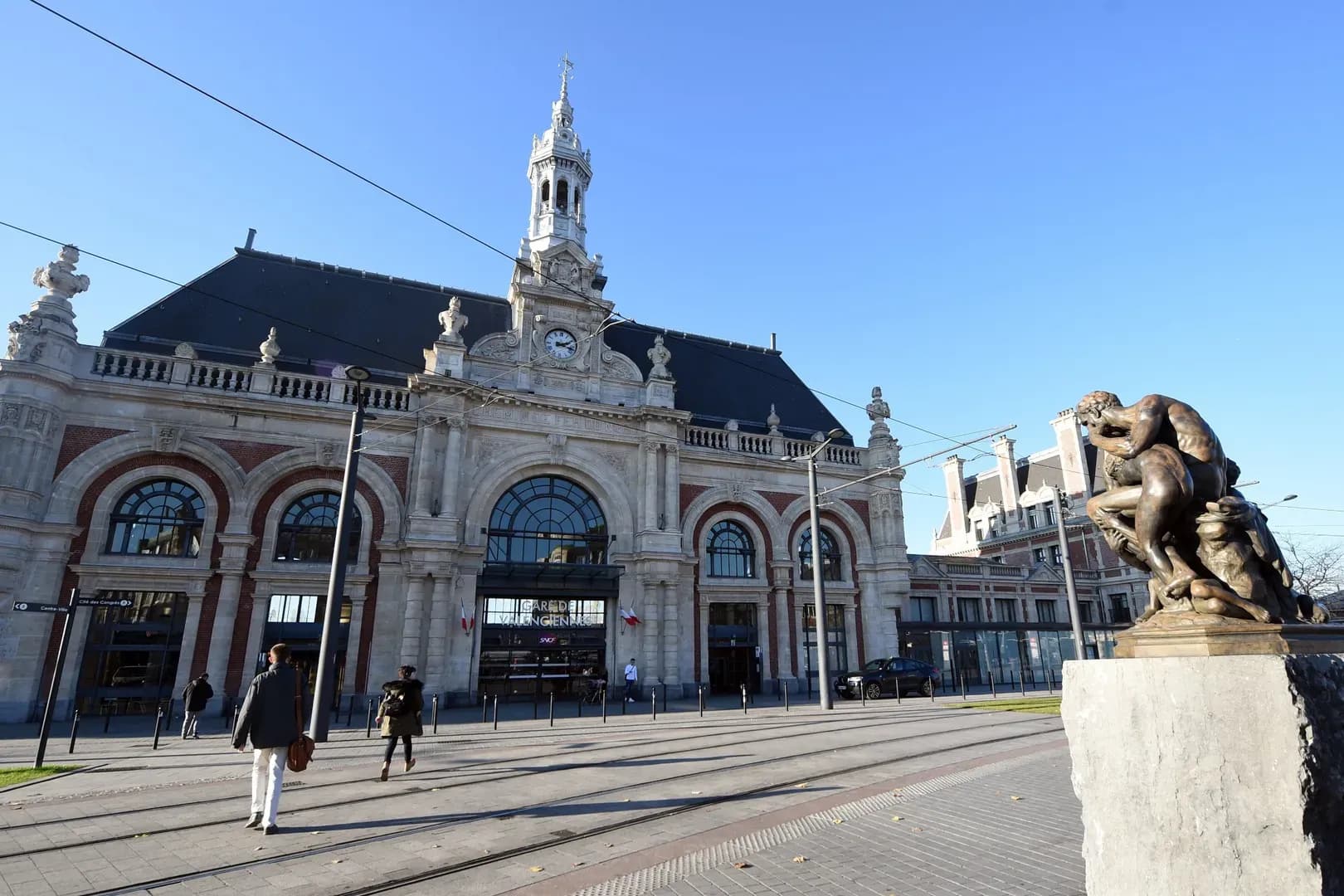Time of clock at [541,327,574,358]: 2:17
